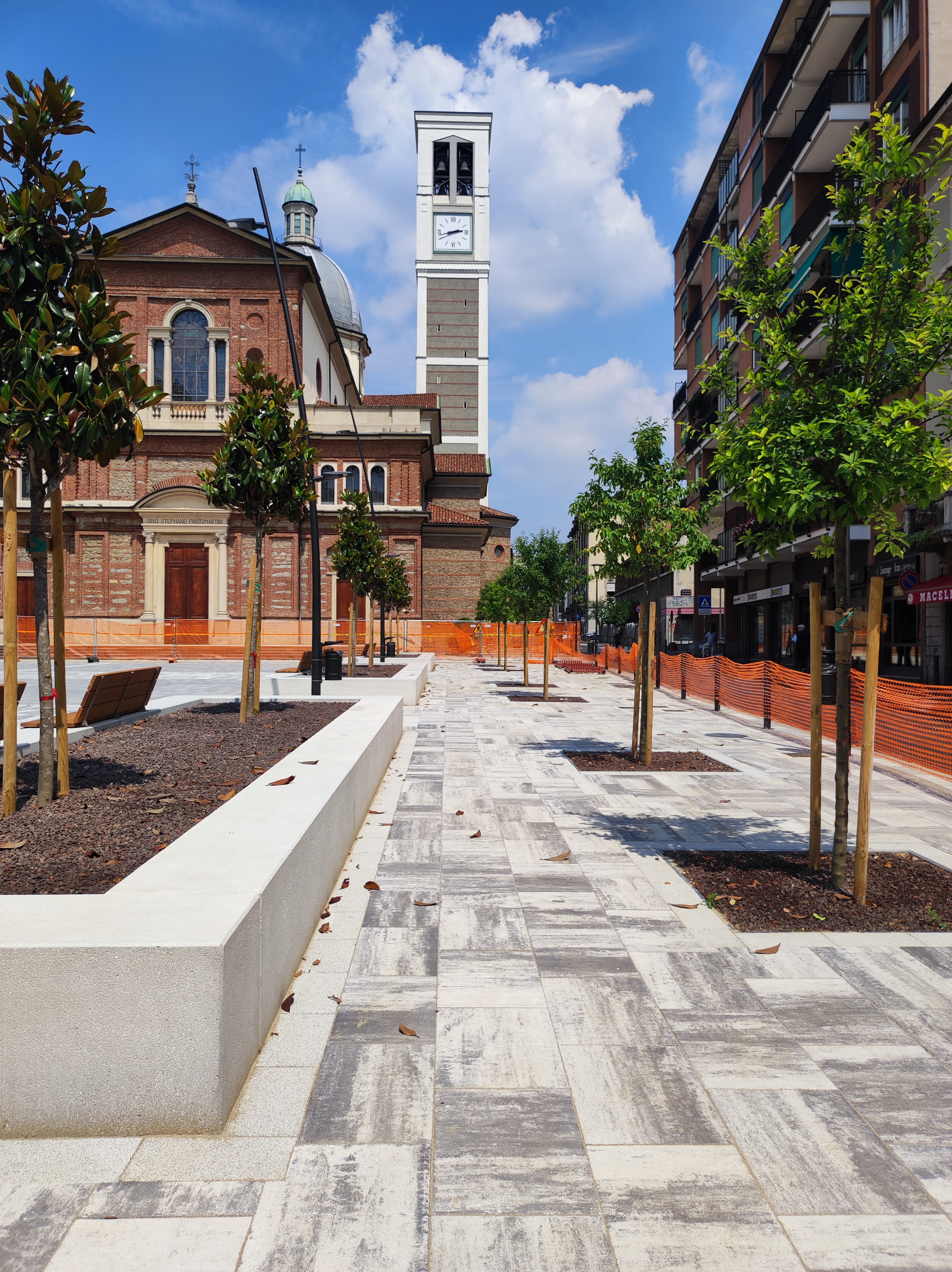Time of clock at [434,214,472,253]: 2:42
